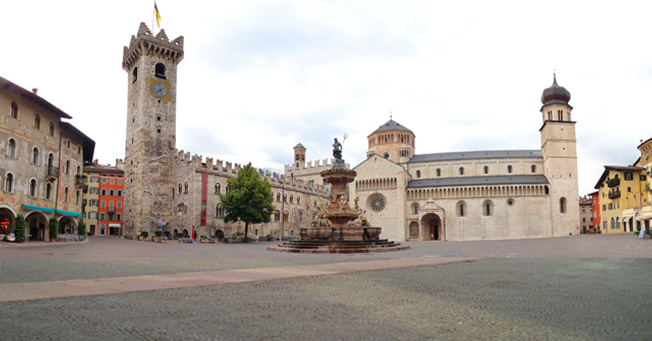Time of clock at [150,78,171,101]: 7:27
